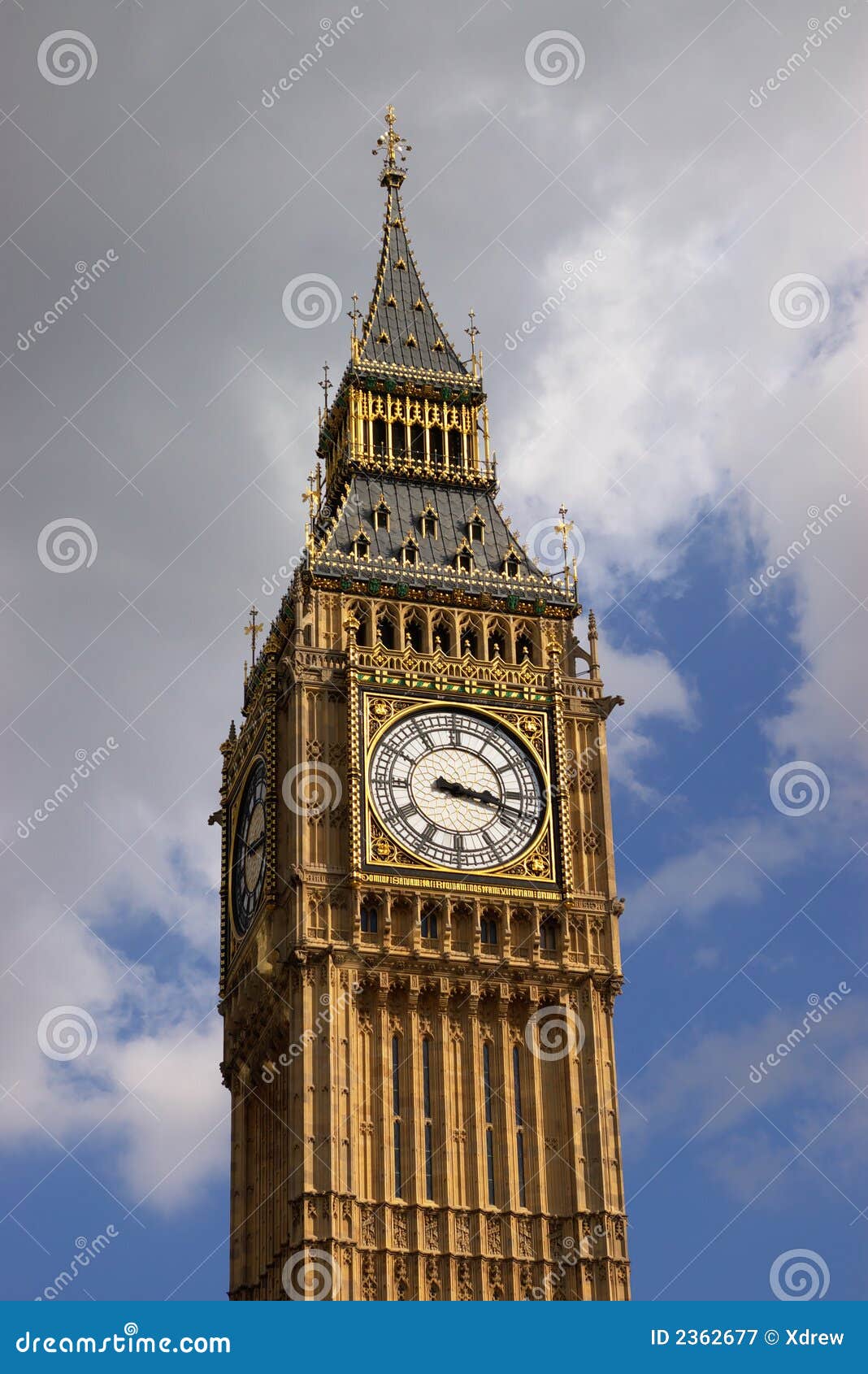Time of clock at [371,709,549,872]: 3:17
